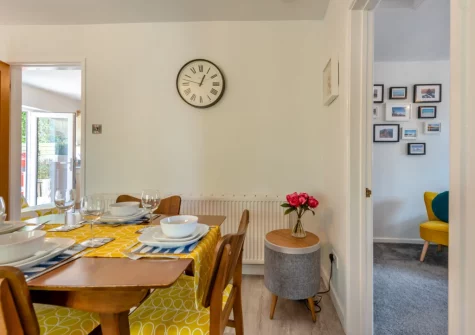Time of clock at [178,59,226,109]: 12:47
